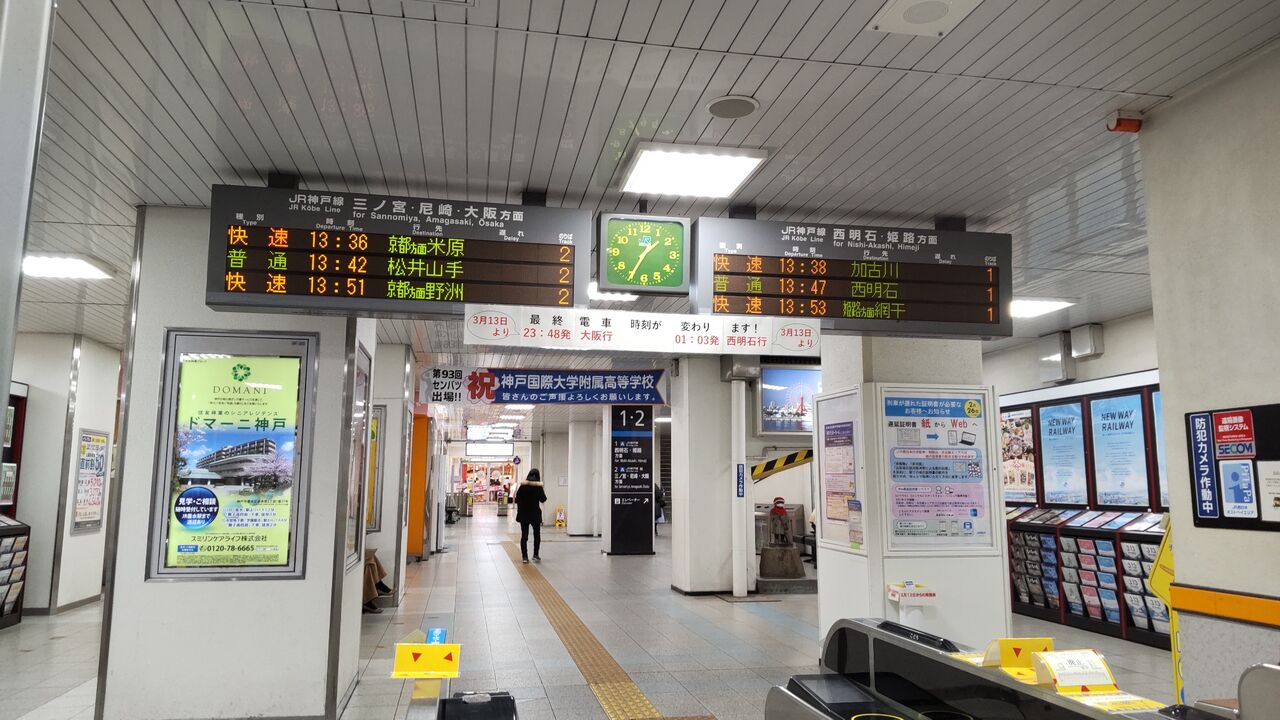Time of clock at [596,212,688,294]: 1:34
